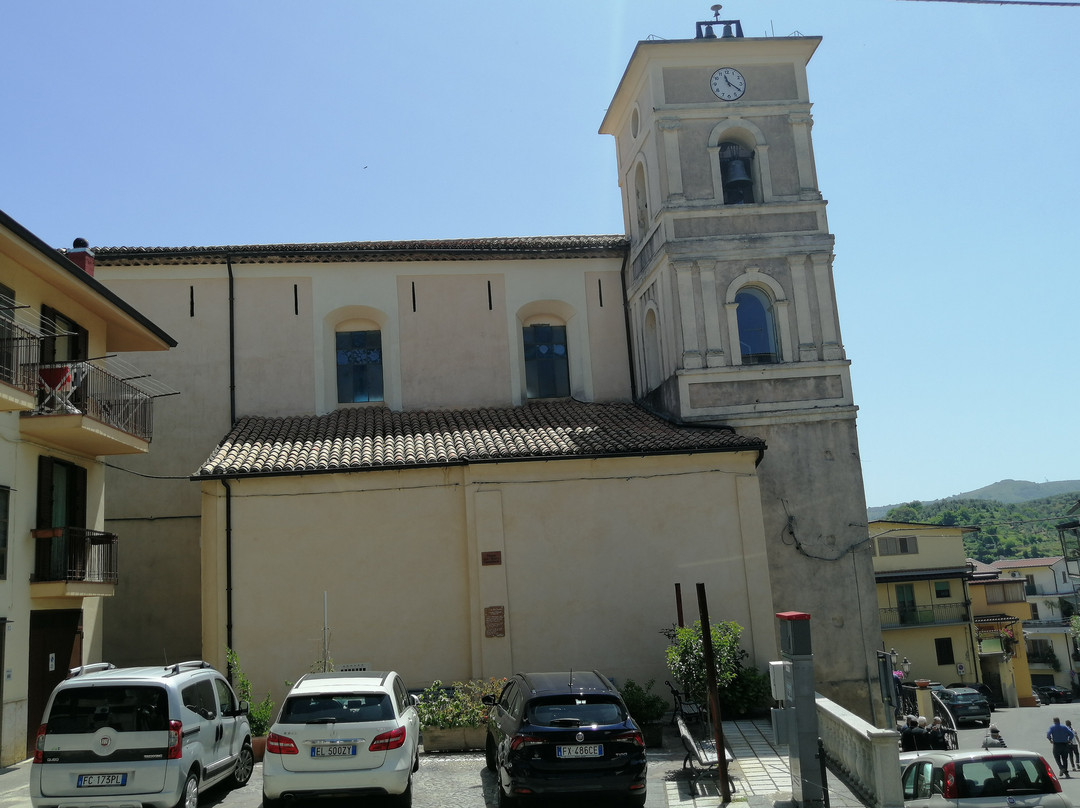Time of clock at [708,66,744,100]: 11:20
